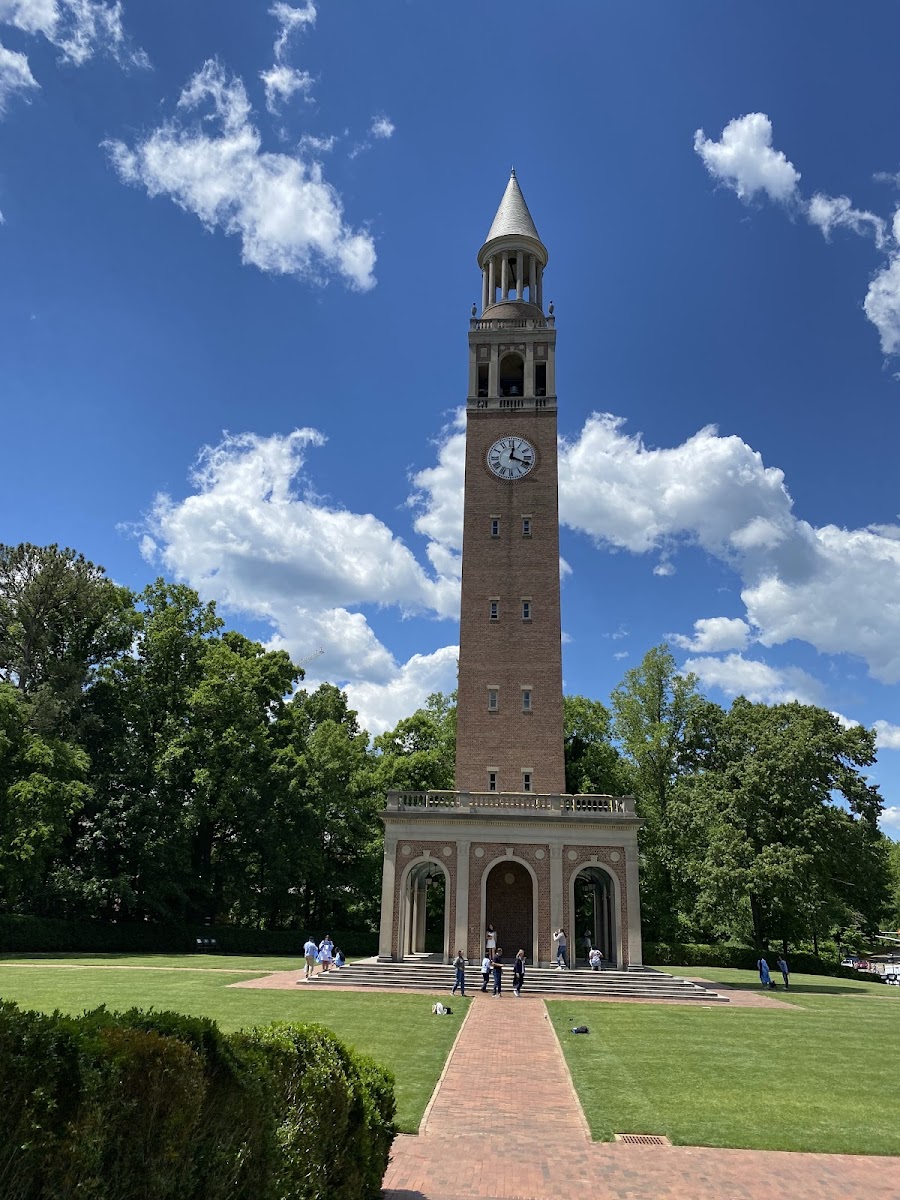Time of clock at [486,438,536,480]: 12:18
